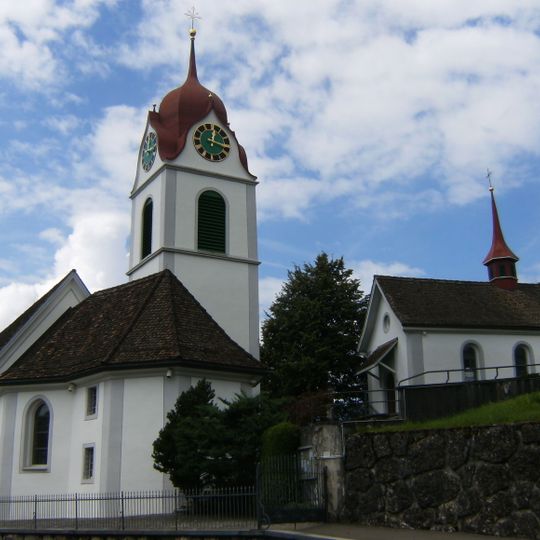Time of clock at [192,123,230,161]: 12:17
